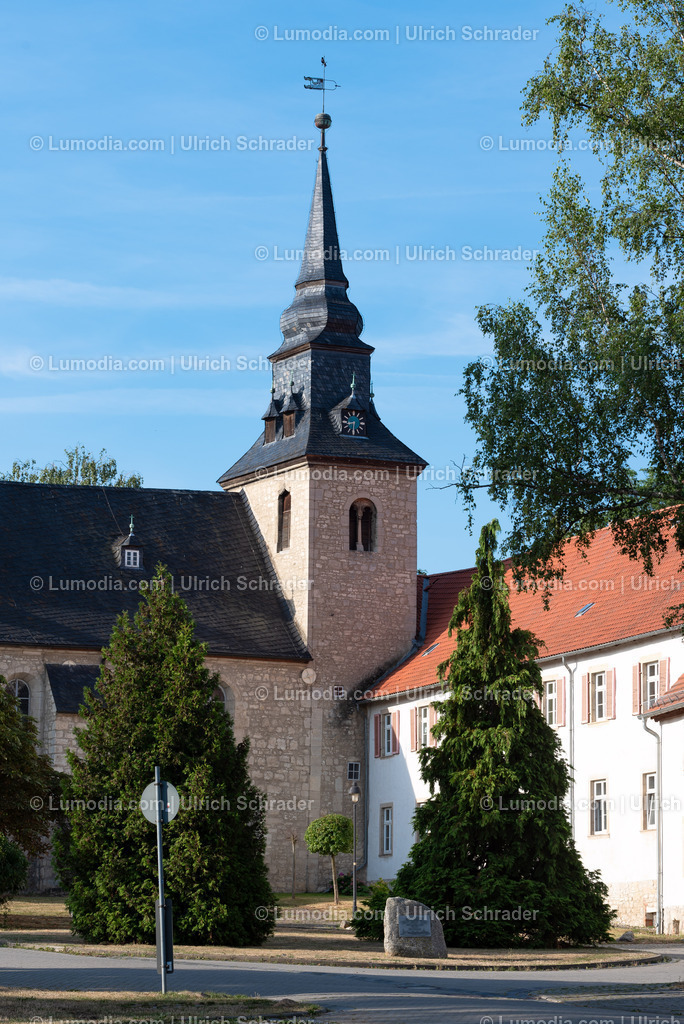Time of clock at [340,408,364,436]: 8:30
